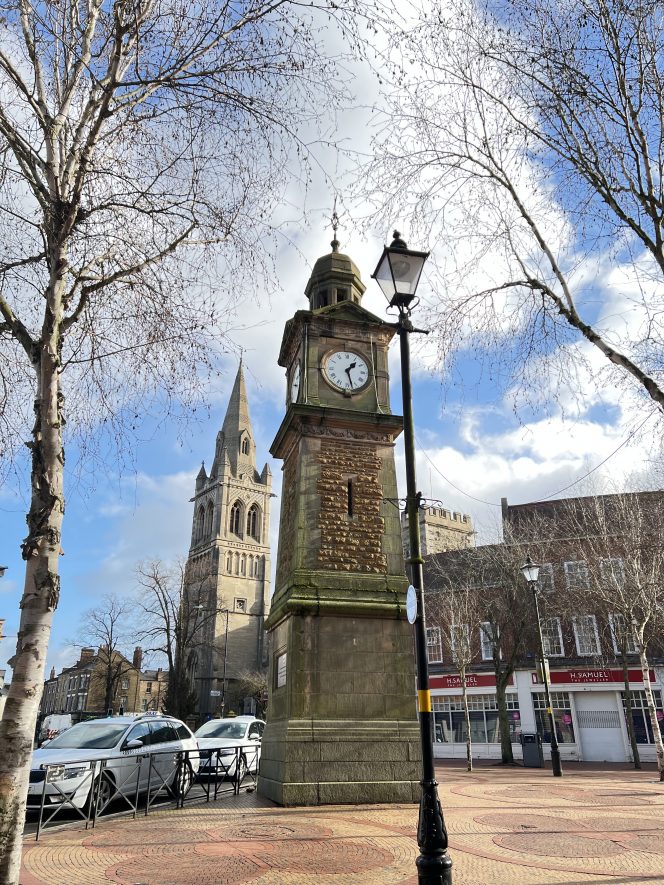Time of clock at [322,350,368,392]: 1:27
